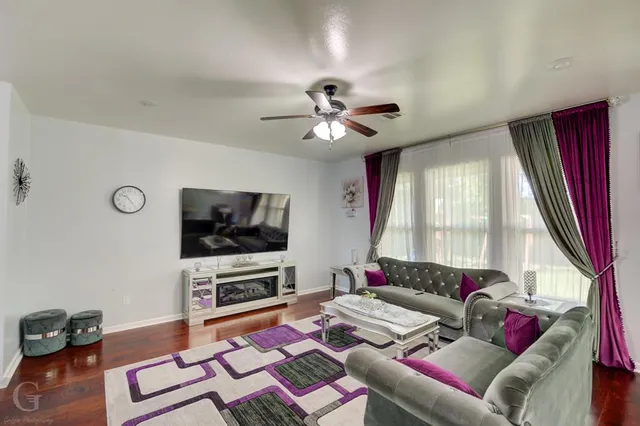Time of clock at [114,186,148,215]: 10:24
